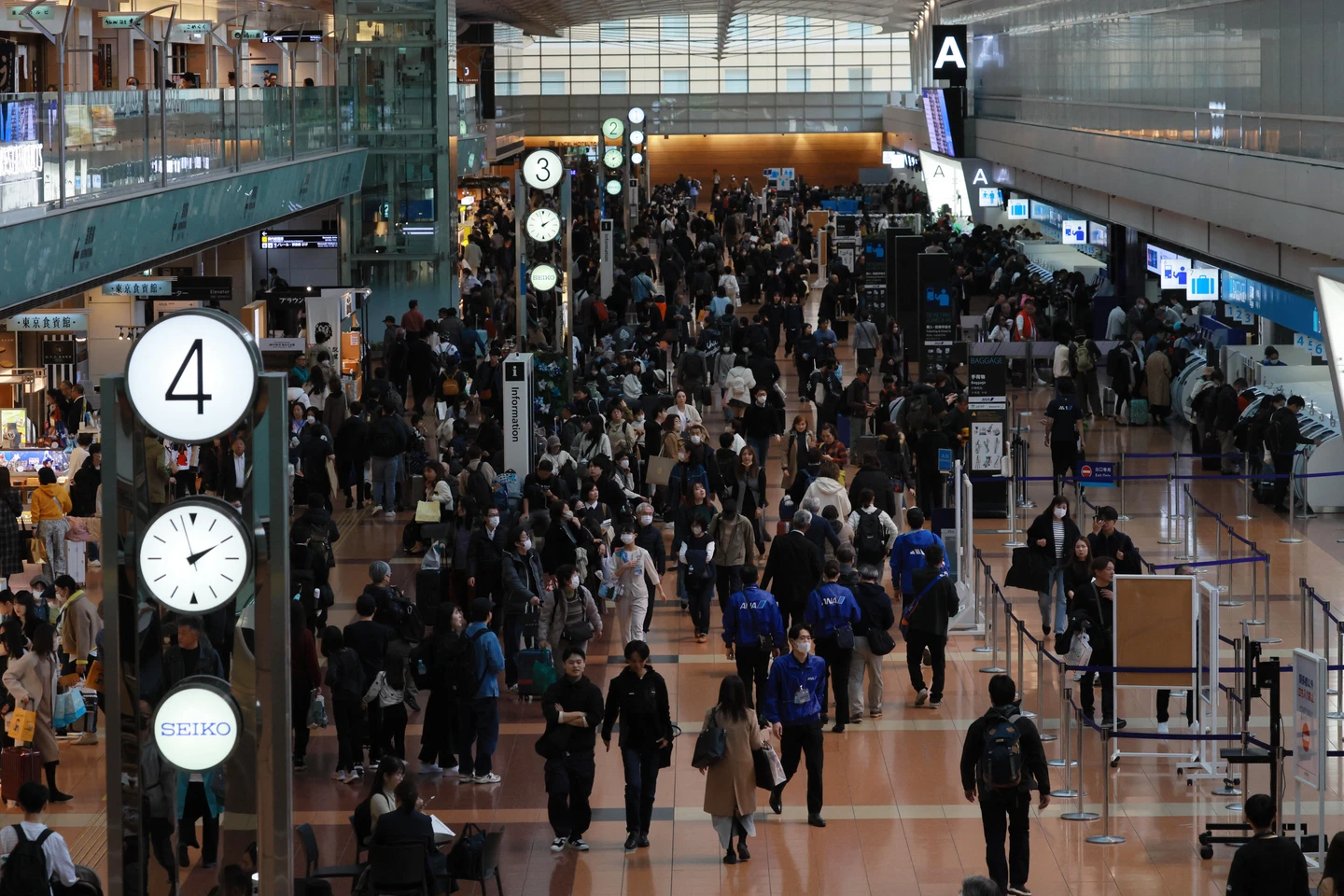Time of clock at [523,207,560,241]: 2:09
